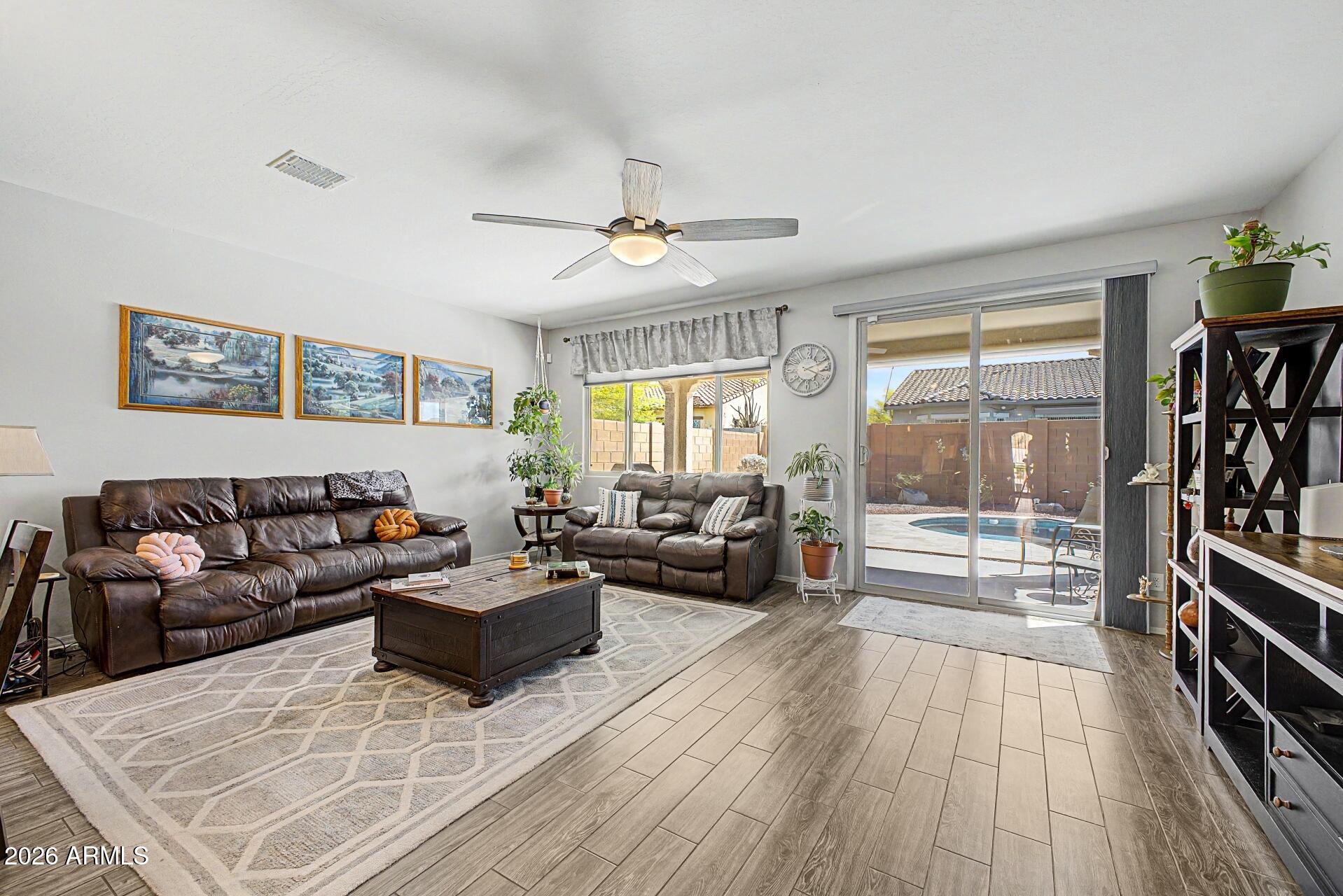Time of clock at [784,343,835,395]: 2:18
